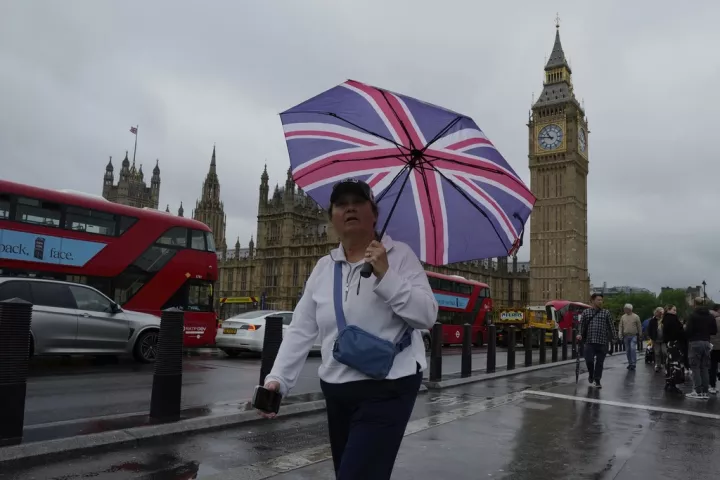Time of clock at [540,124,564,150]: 10:46
